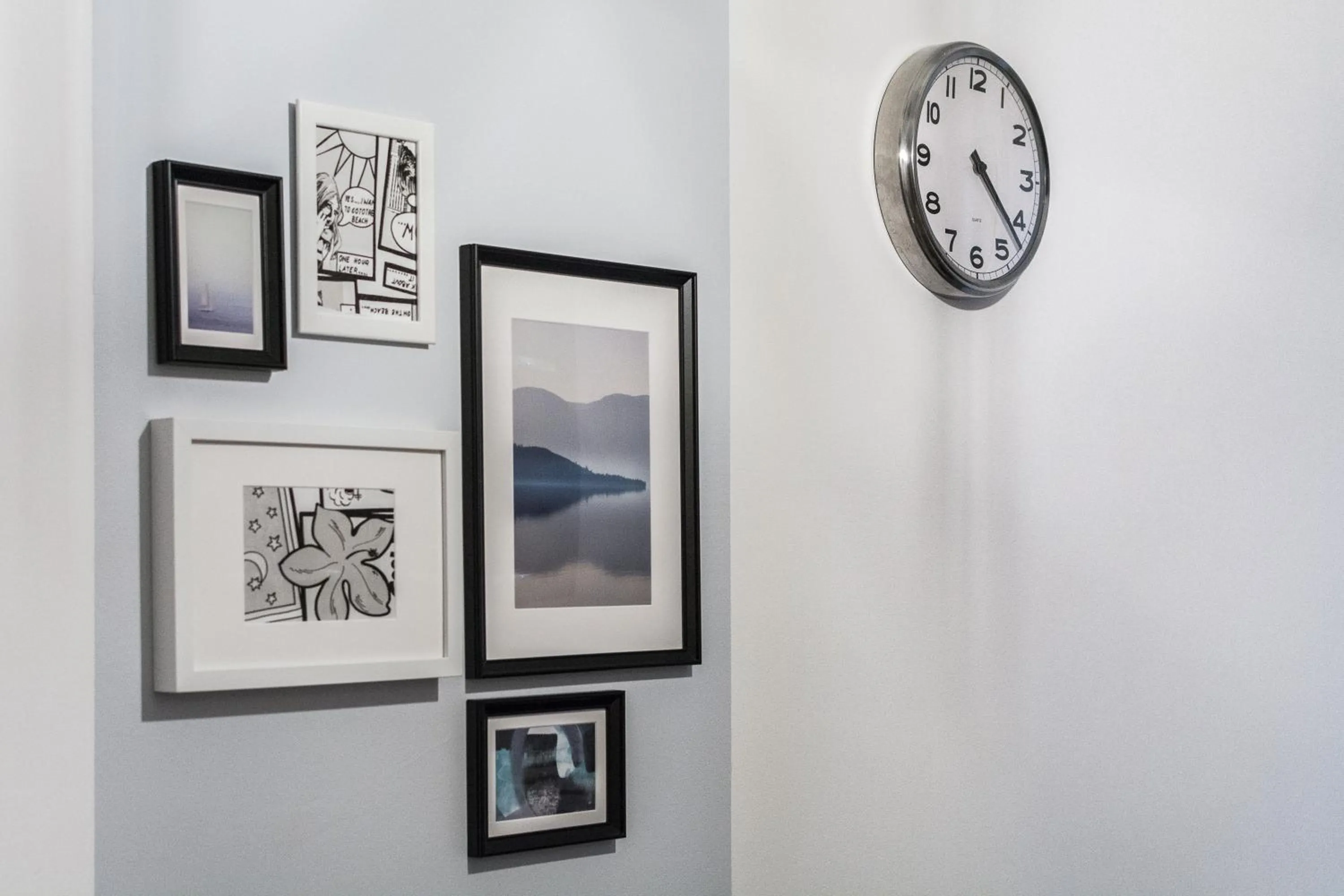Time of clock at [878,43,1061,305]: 4:22
